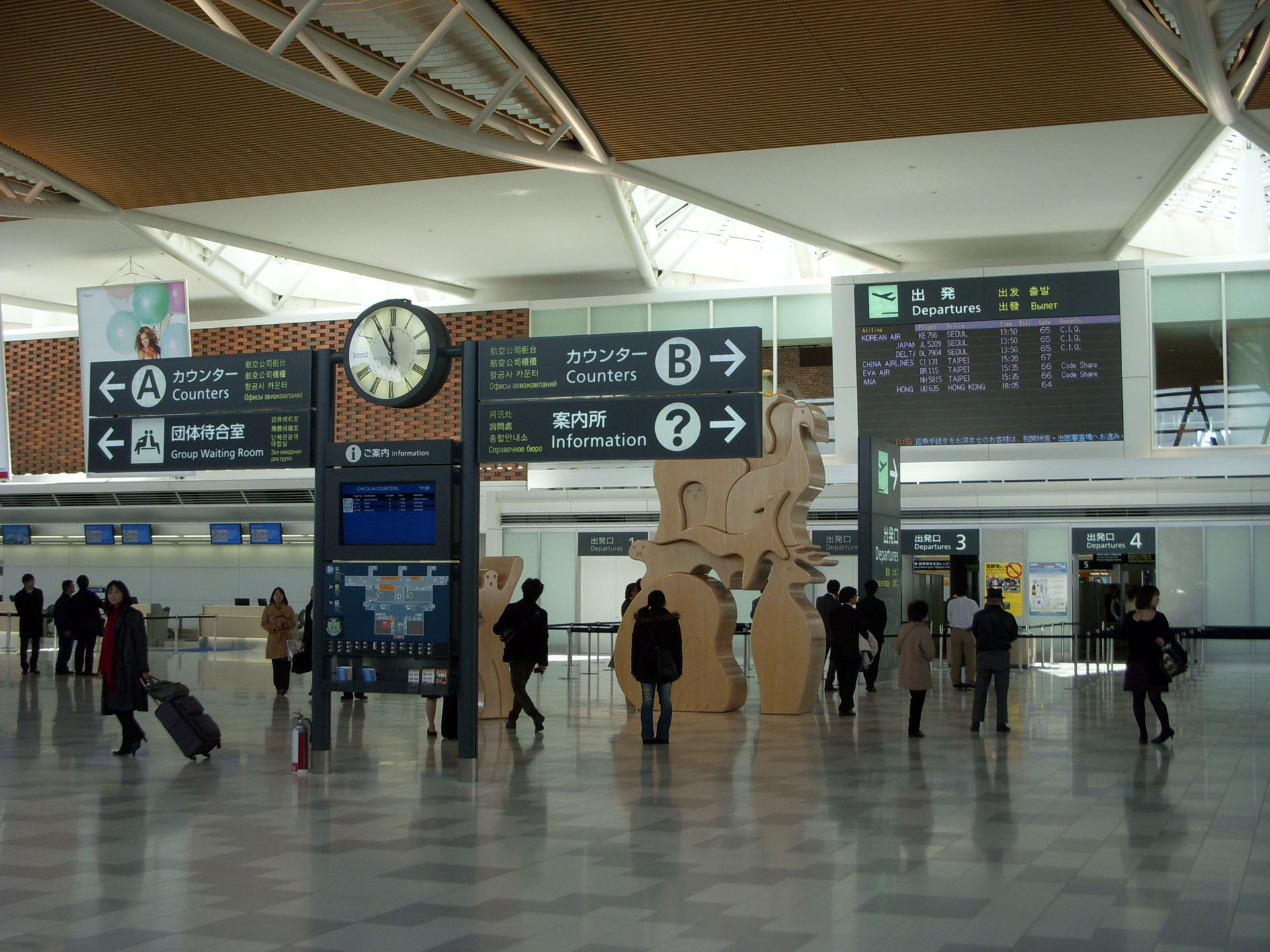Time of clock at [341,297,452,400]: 11:54
